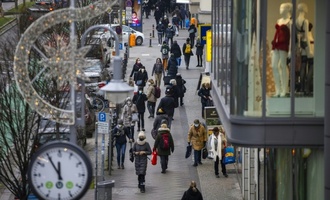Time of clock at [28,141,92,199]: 11:54
